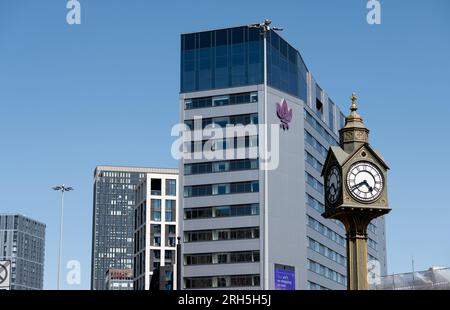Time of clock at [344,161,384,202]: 4:40
